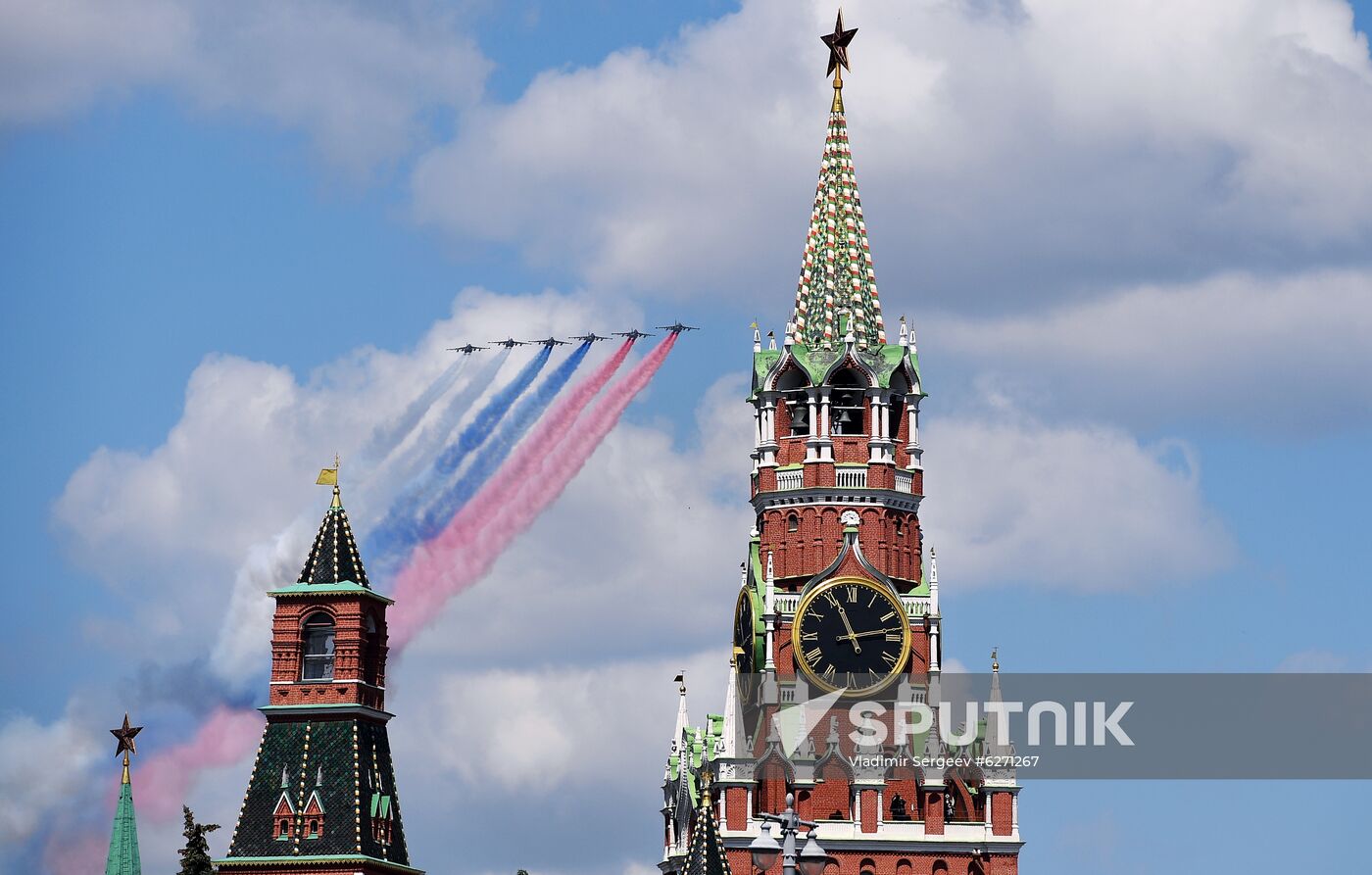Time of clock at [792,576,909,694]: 11:13
